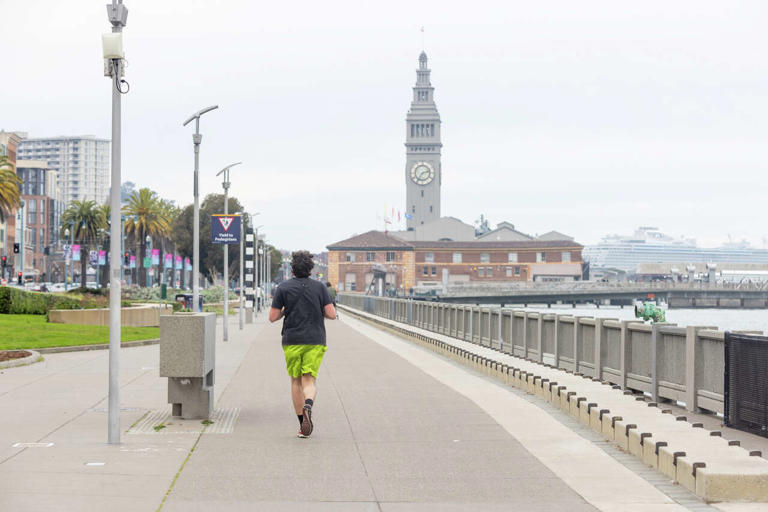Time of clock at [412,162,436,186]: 7:12
